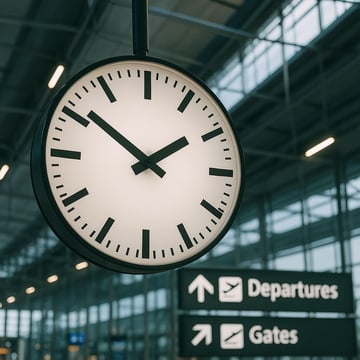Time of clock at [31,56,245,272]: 1:51
